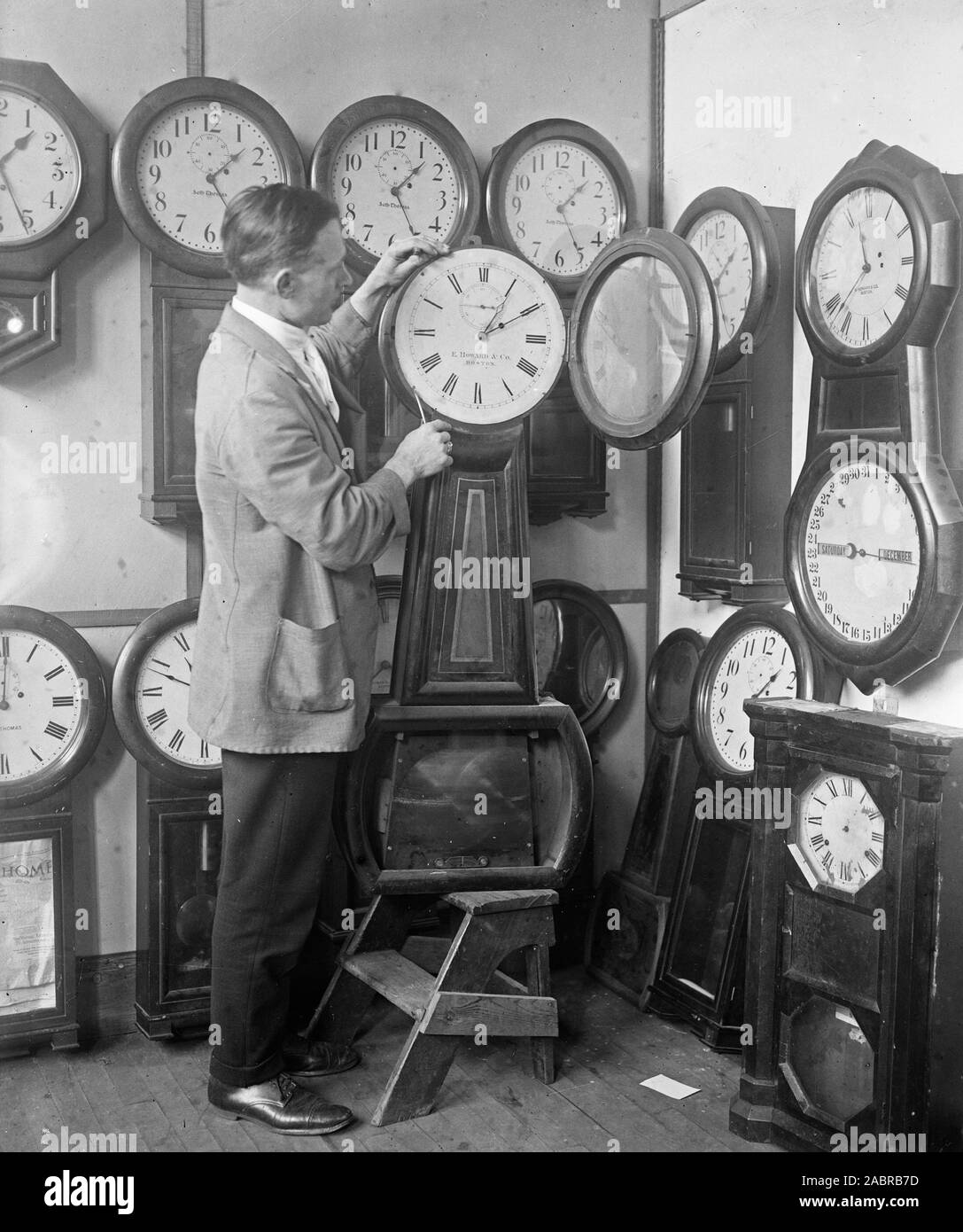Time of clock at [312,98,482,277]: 1:24
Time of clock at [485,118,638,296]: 1:25
